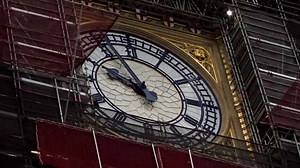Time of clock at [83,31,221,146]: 9:54
